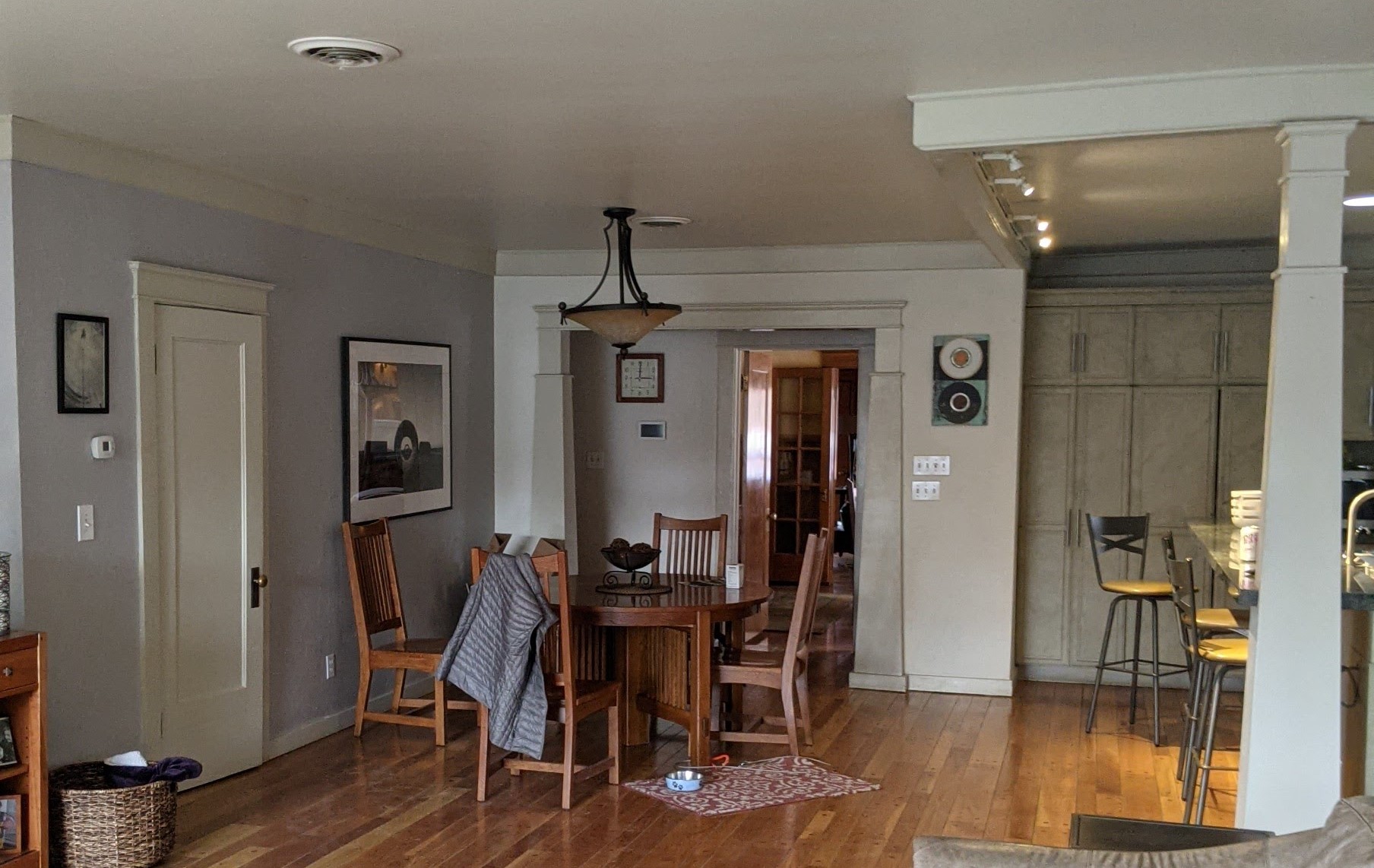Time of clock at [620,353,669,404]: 3:00
